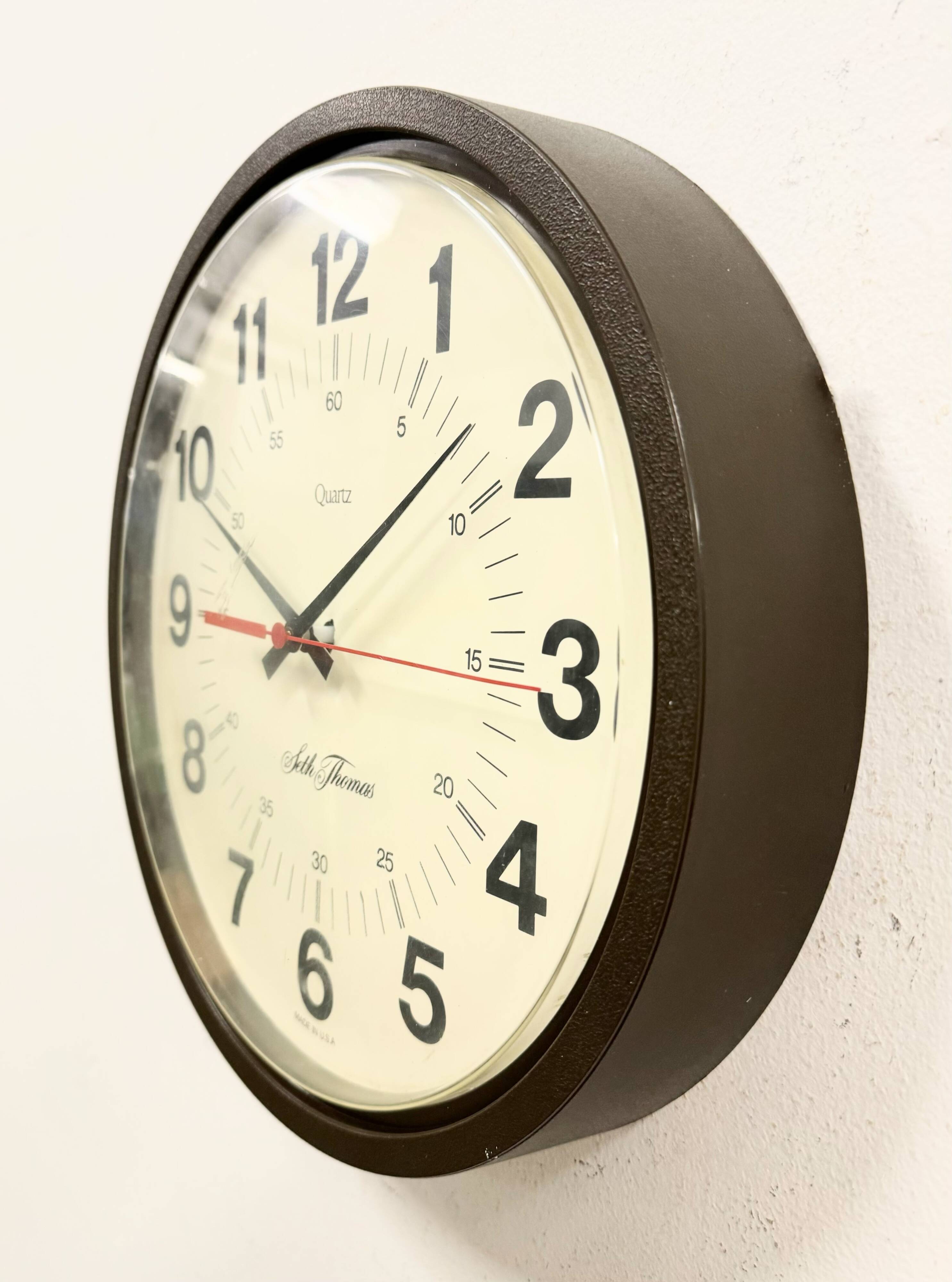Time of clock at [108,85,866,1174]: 8:08
